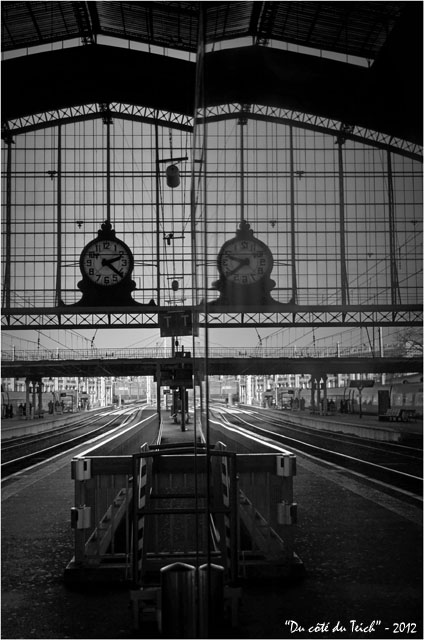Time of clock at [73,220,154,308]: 2:21
